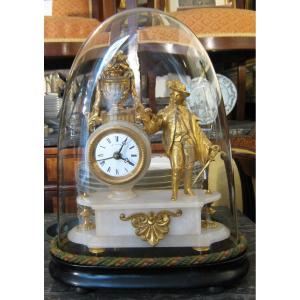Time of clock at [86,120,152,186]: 4:04
